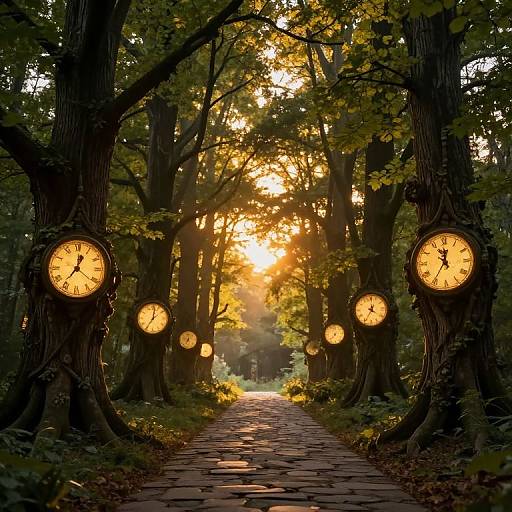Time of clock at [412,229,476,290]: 11:35
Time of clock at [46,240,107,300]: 12:36
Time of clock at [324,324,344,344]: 7:37
